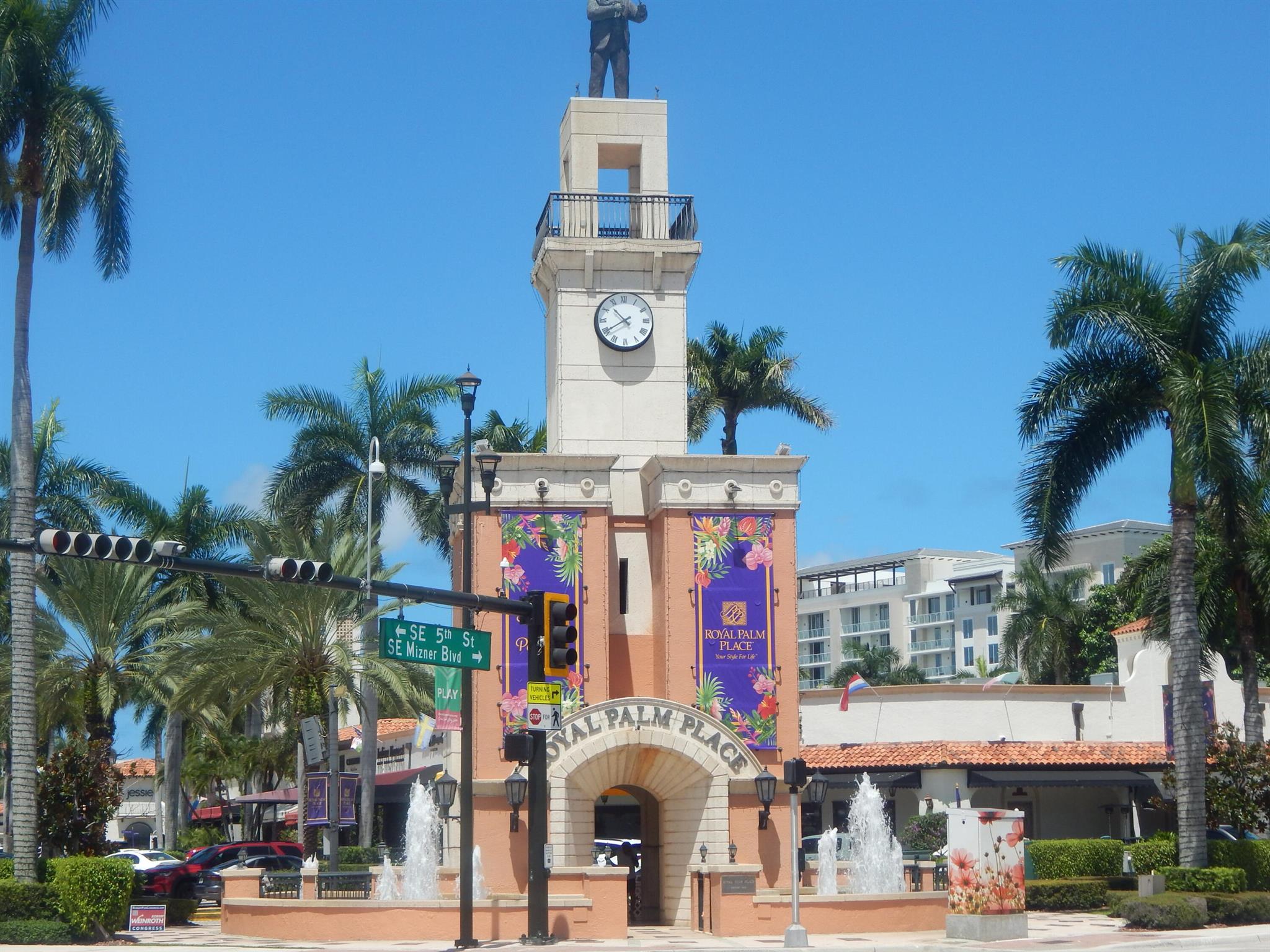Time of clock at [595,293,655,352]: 10:39
